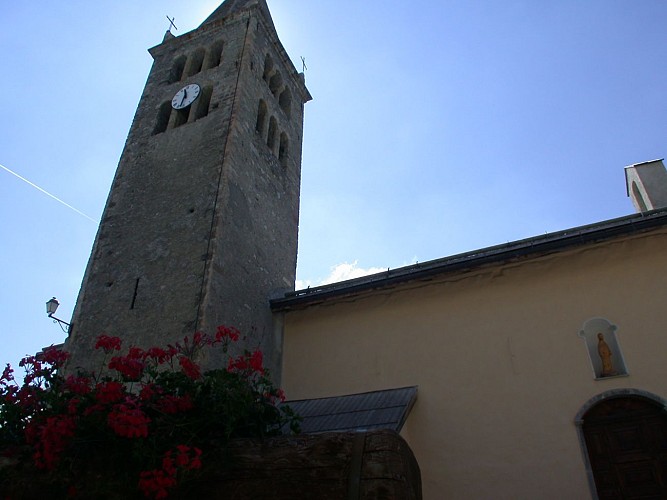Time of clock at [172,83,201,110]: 11:32
